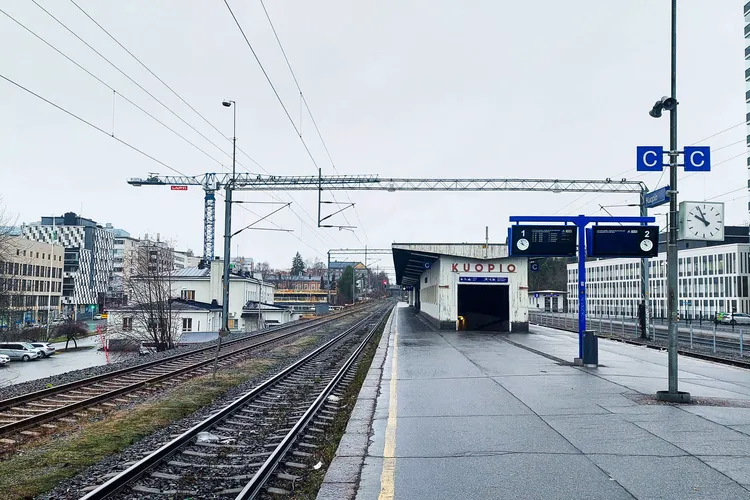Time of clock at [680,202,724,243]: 9:56
